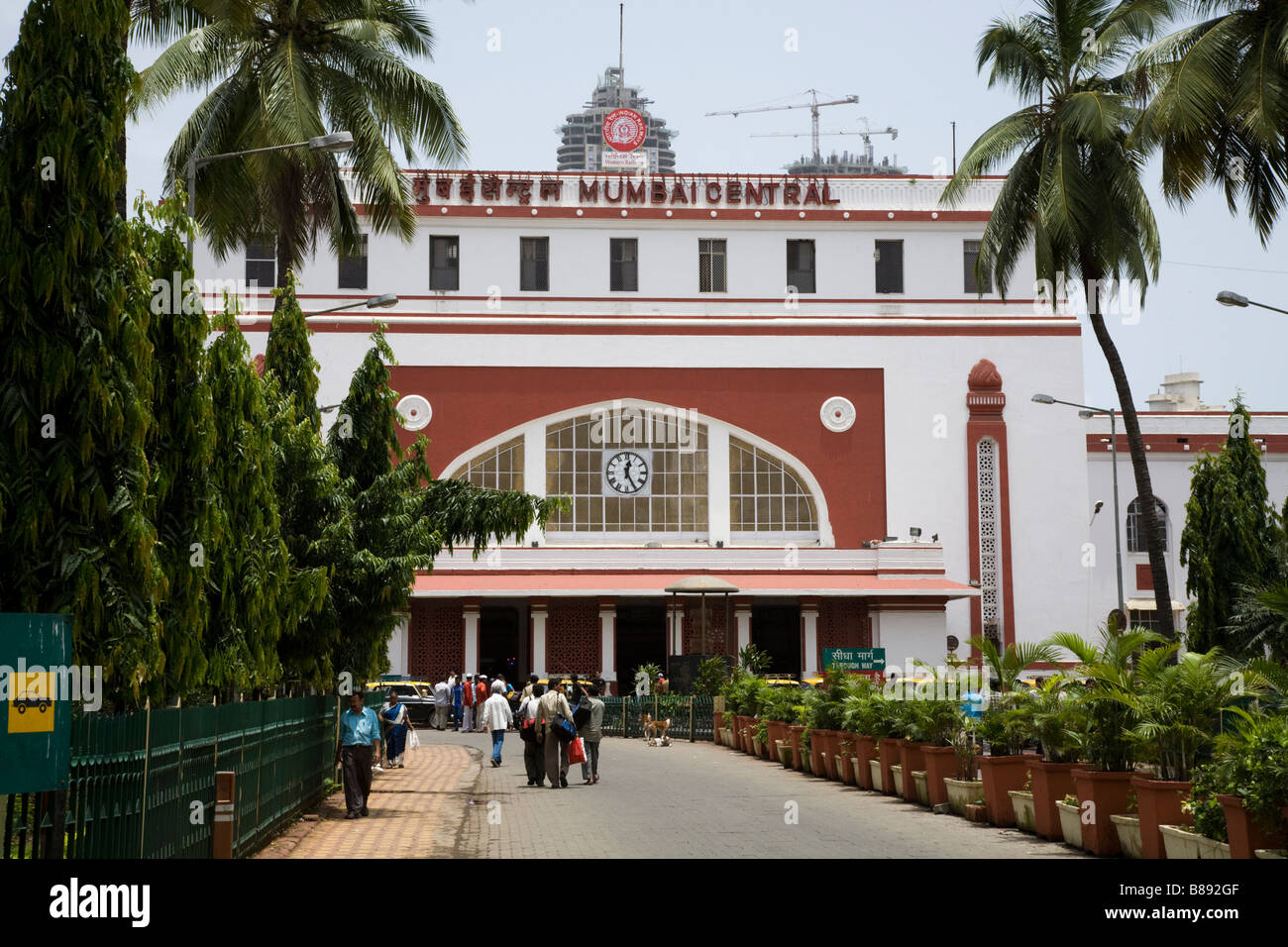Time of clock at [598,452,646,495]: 12:24
